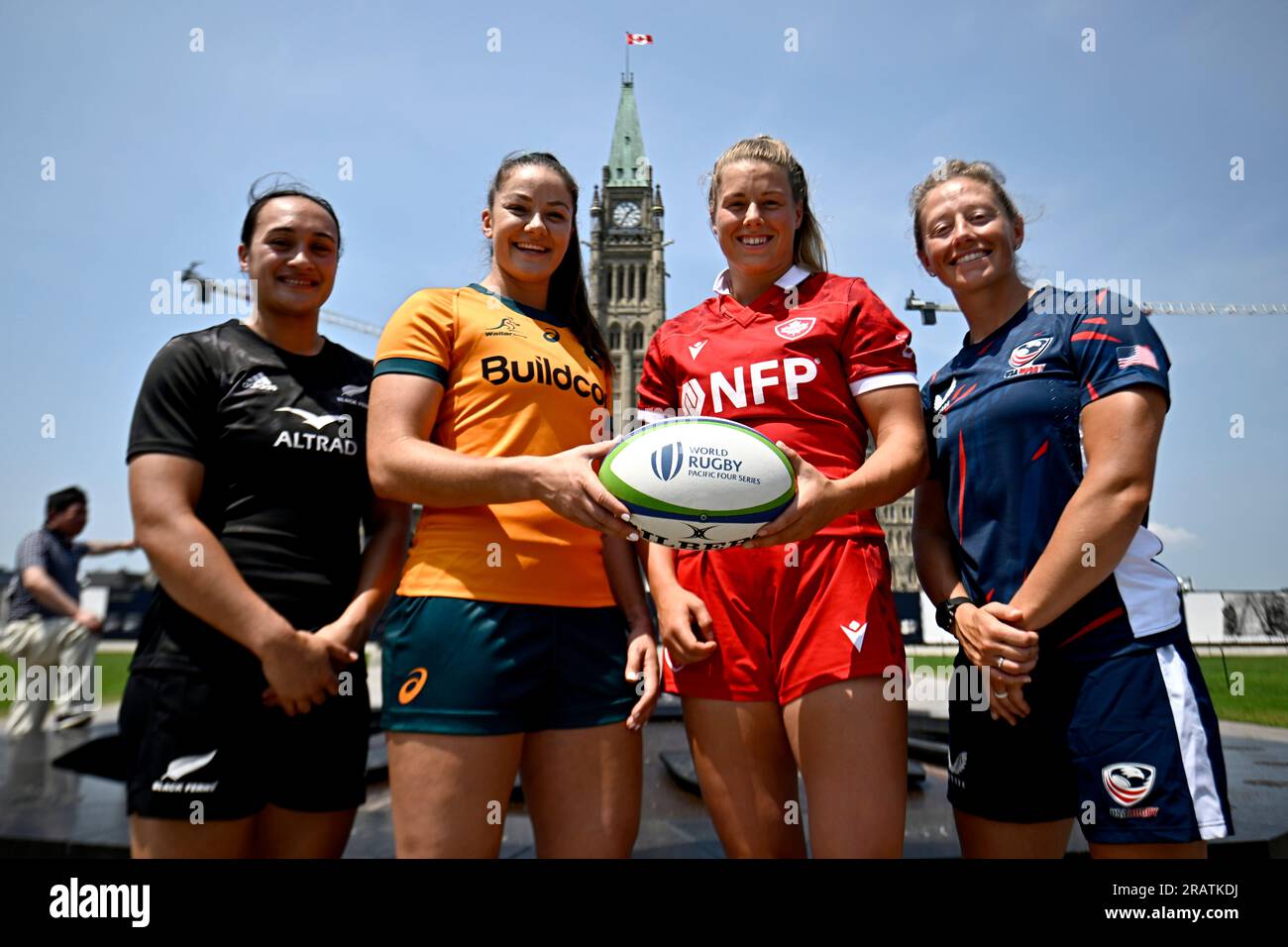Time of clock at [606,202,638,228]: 1:34
